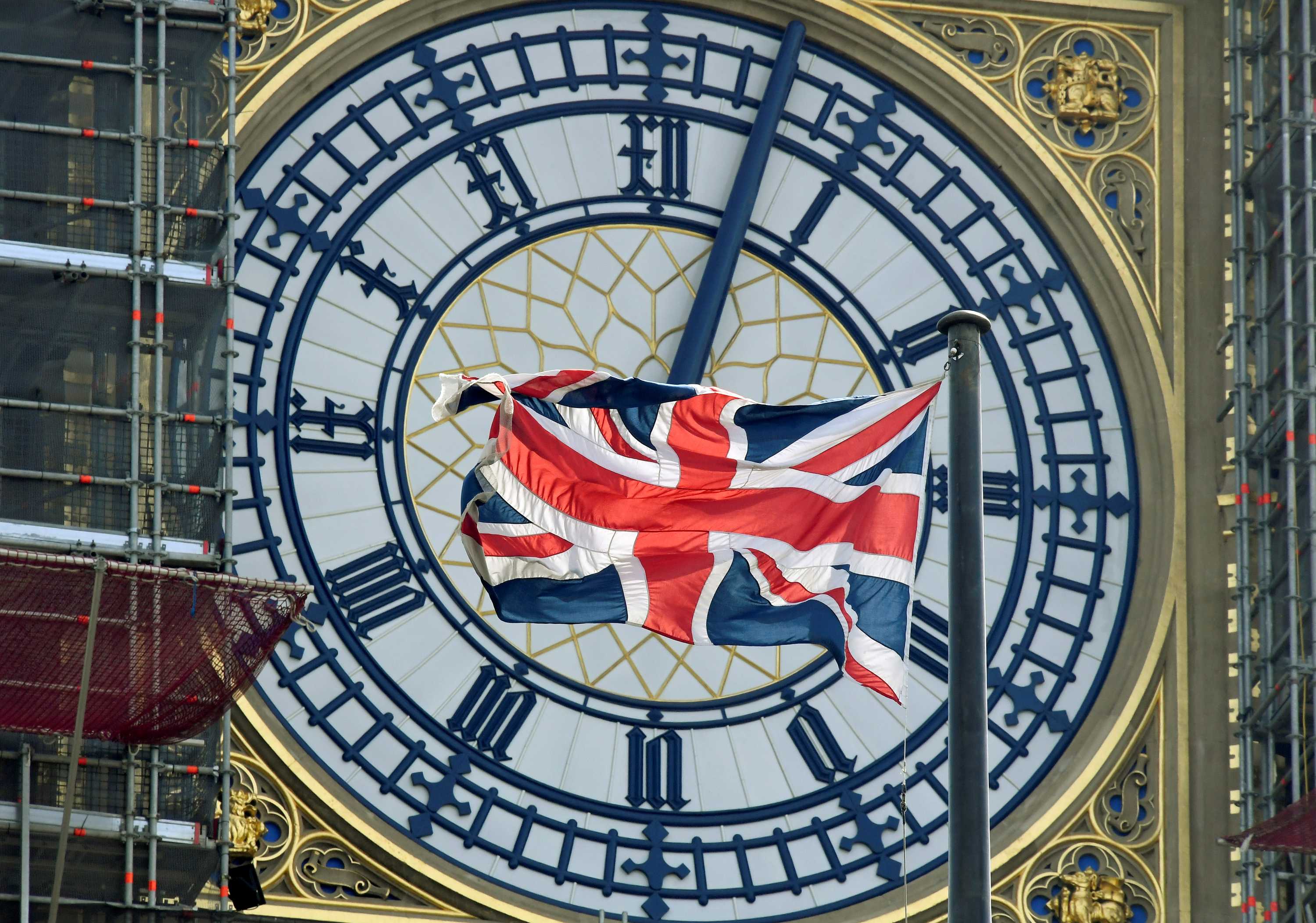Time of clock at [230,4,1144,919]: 9:02
